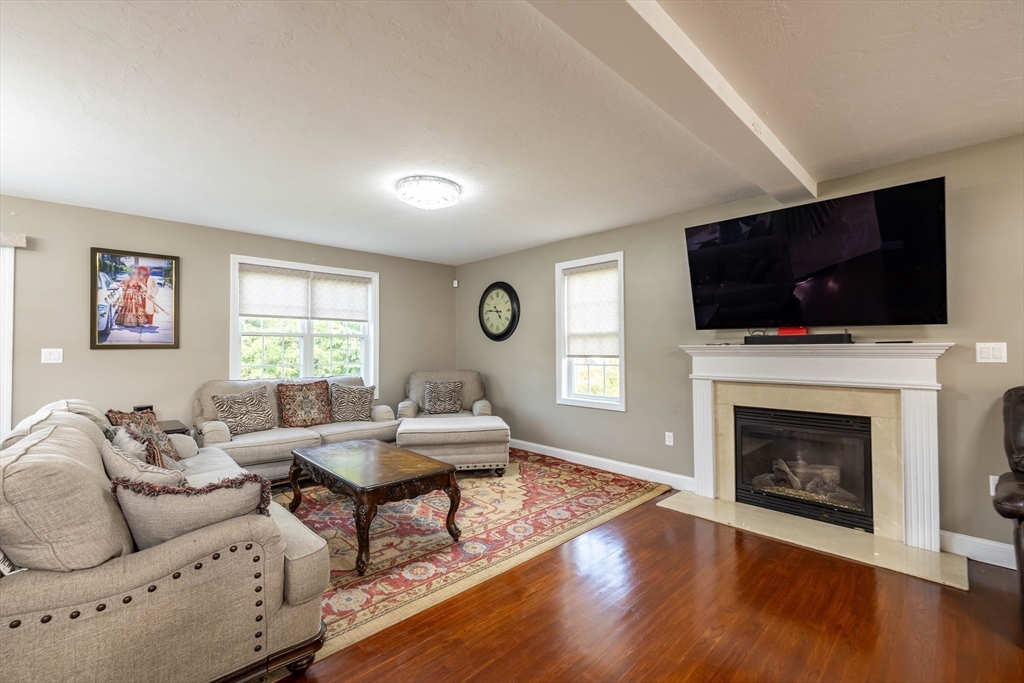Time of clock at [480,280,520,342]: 4:45
